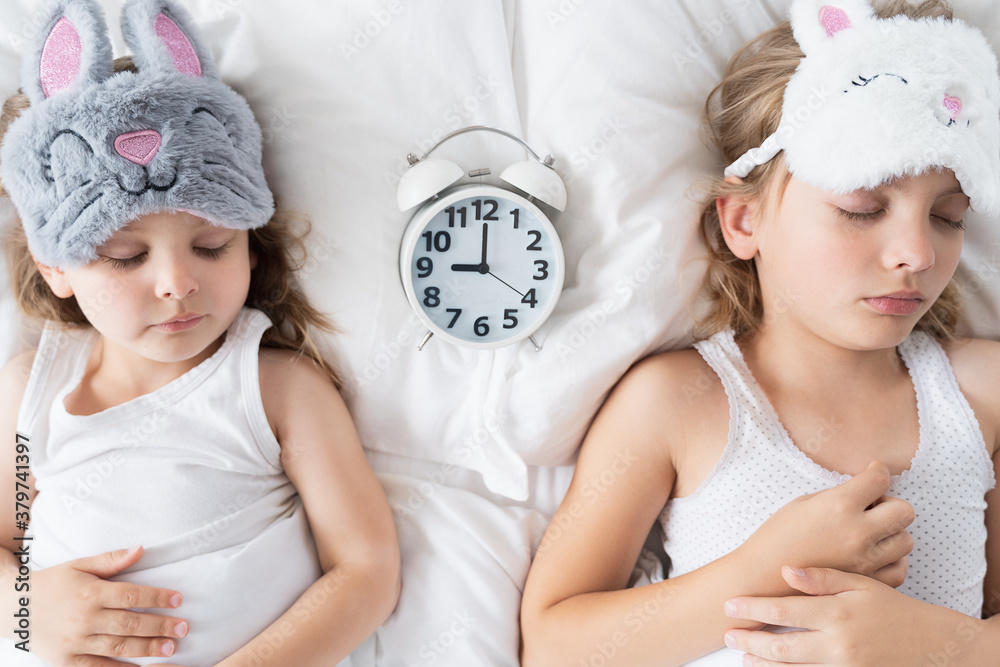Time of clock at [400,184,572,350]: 9:00
